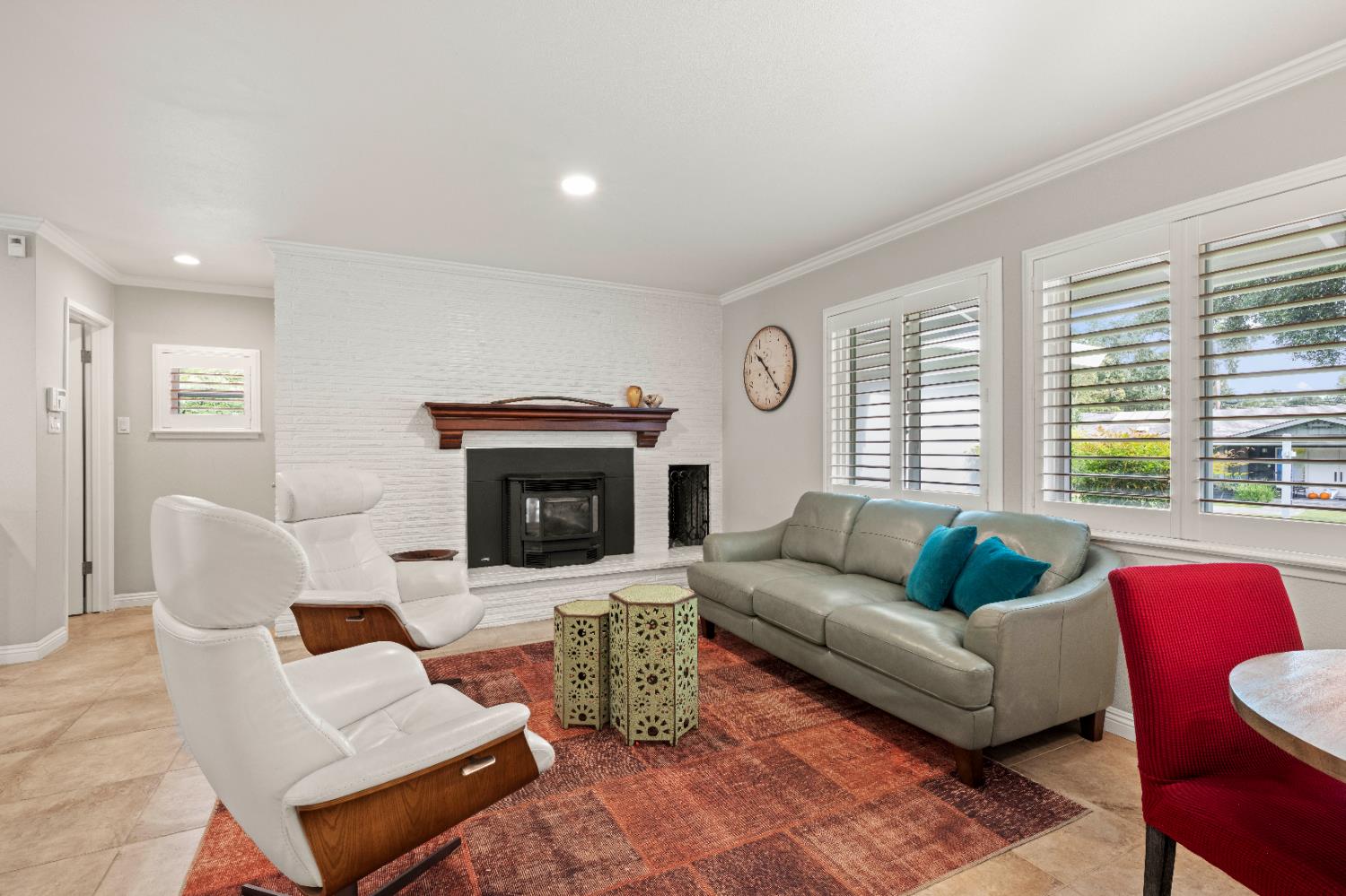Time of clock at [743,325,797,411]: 10:22
